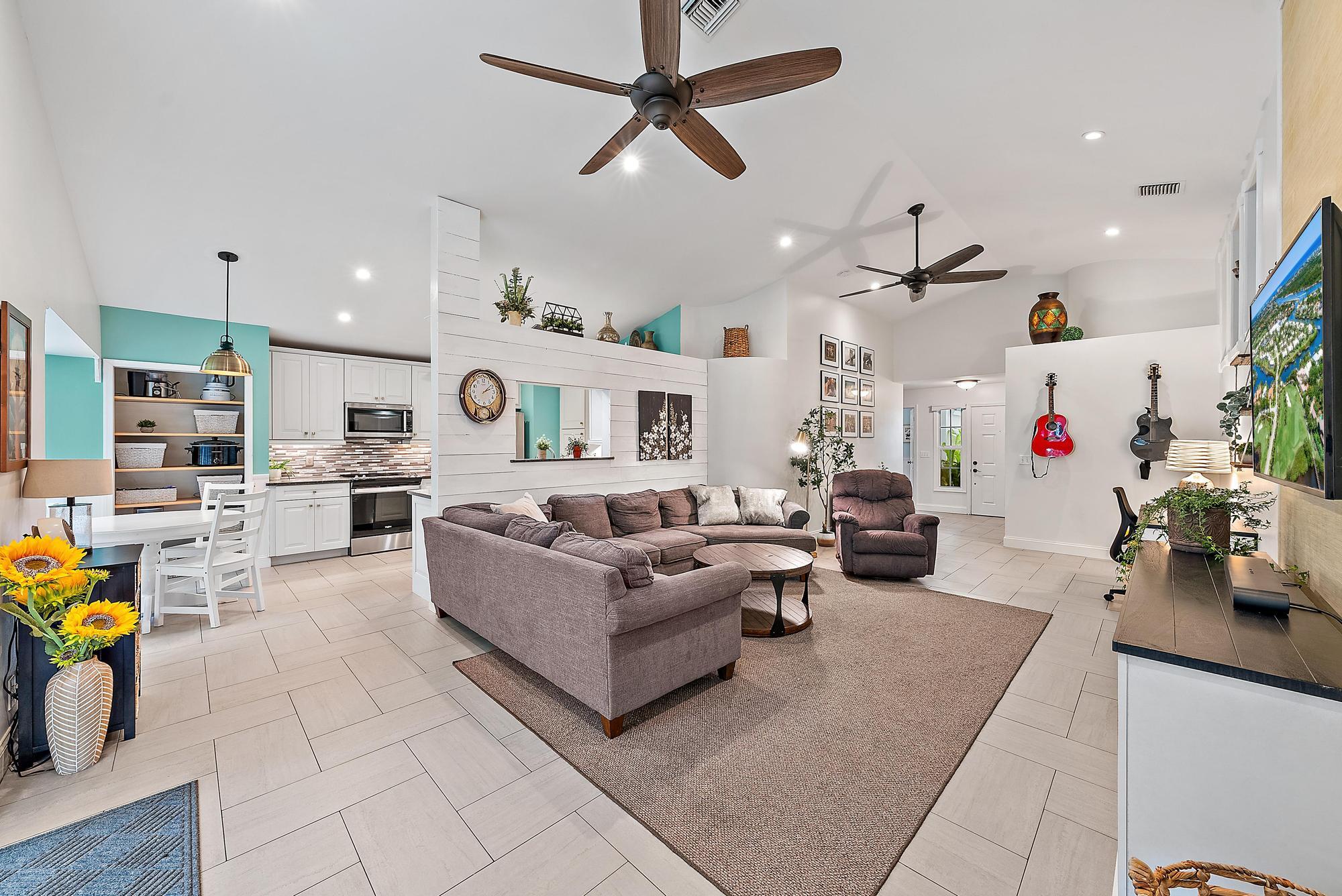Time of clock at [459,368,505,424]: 2:08
